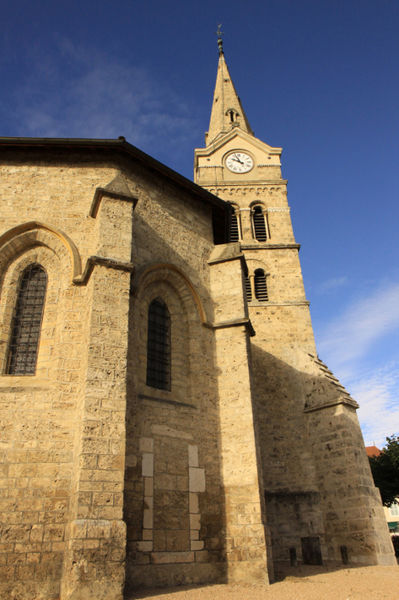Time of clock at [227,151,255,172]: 9:56
